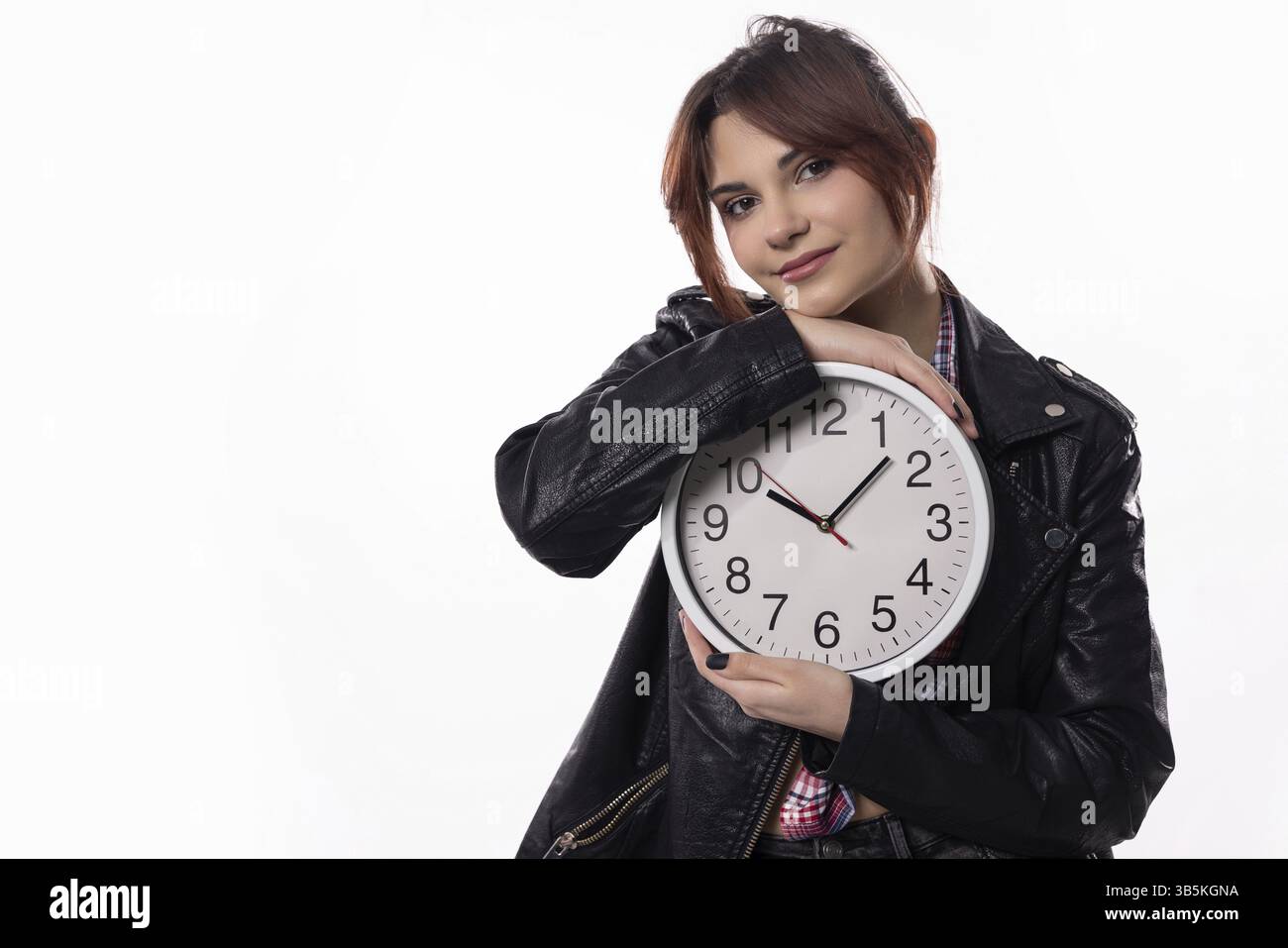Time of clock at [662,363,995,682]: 10:07
